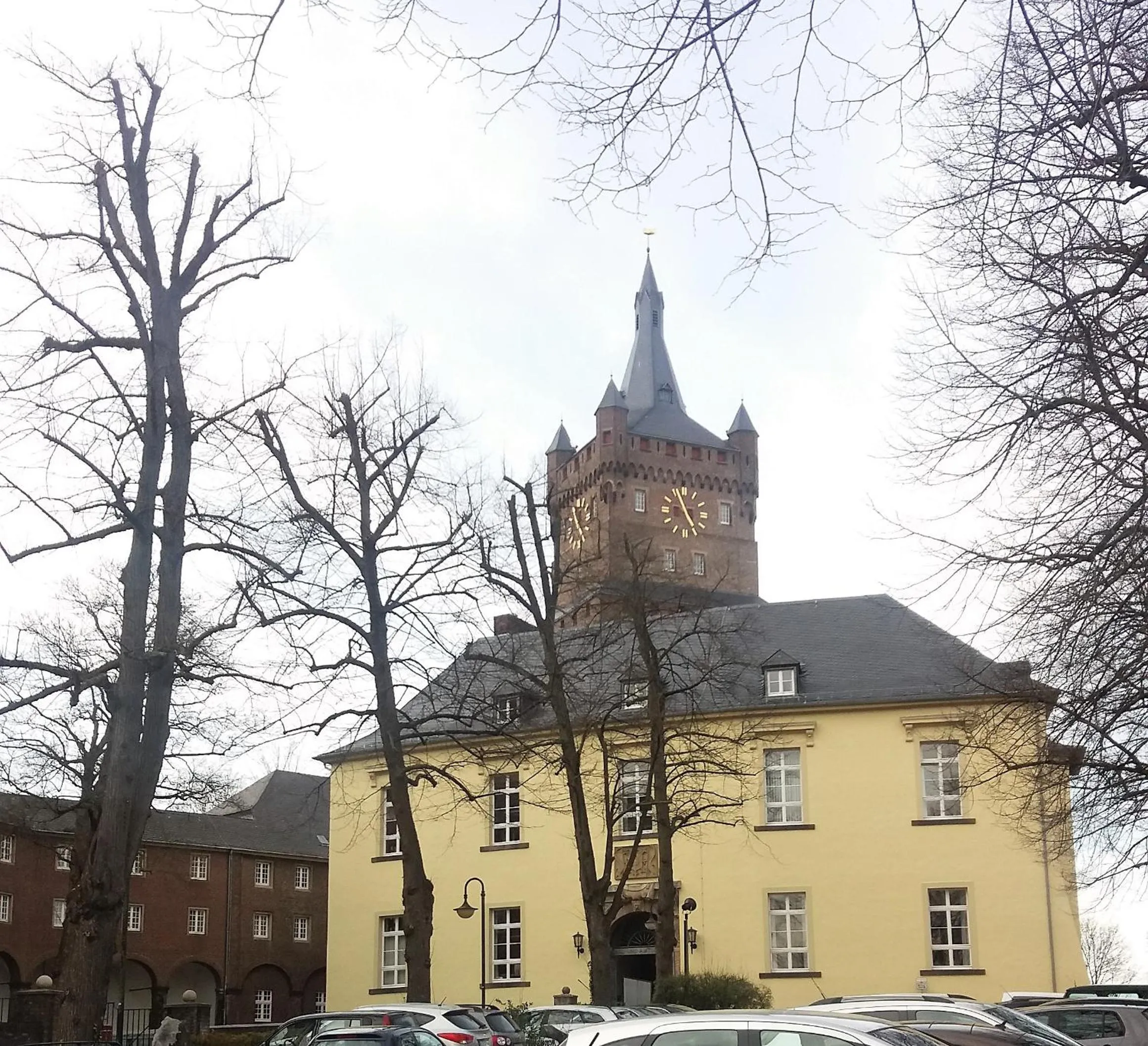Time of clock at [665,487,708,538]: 4:56
